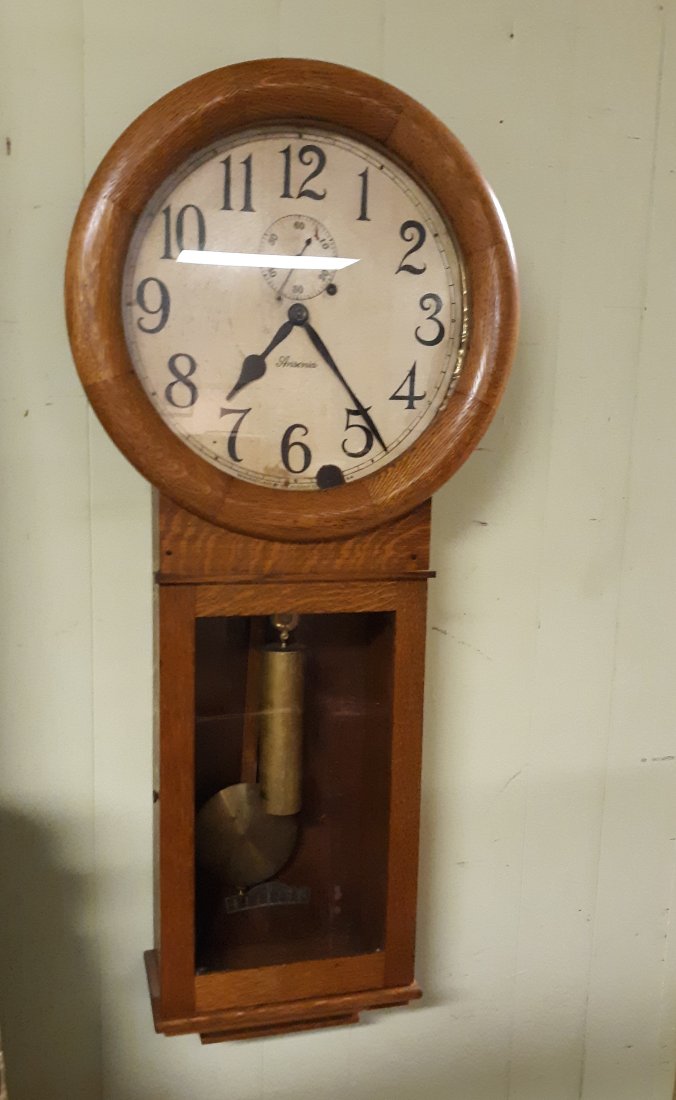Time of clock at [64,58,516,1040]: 7:23
